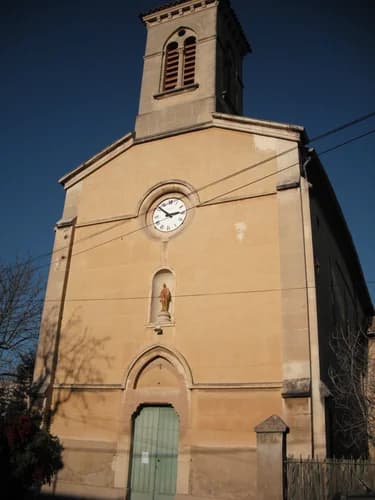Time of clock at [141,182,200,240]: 2:52
